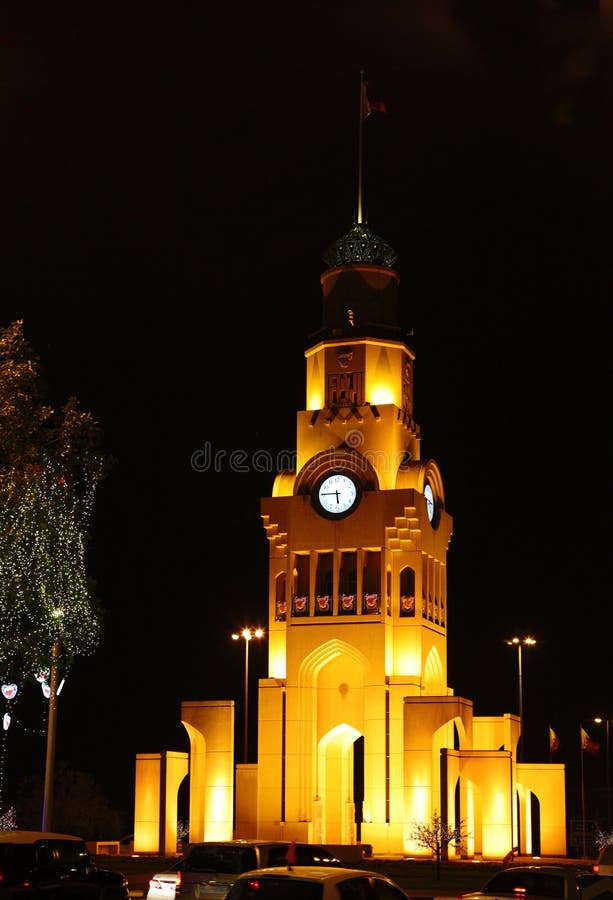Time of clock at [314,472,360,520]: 5:45
